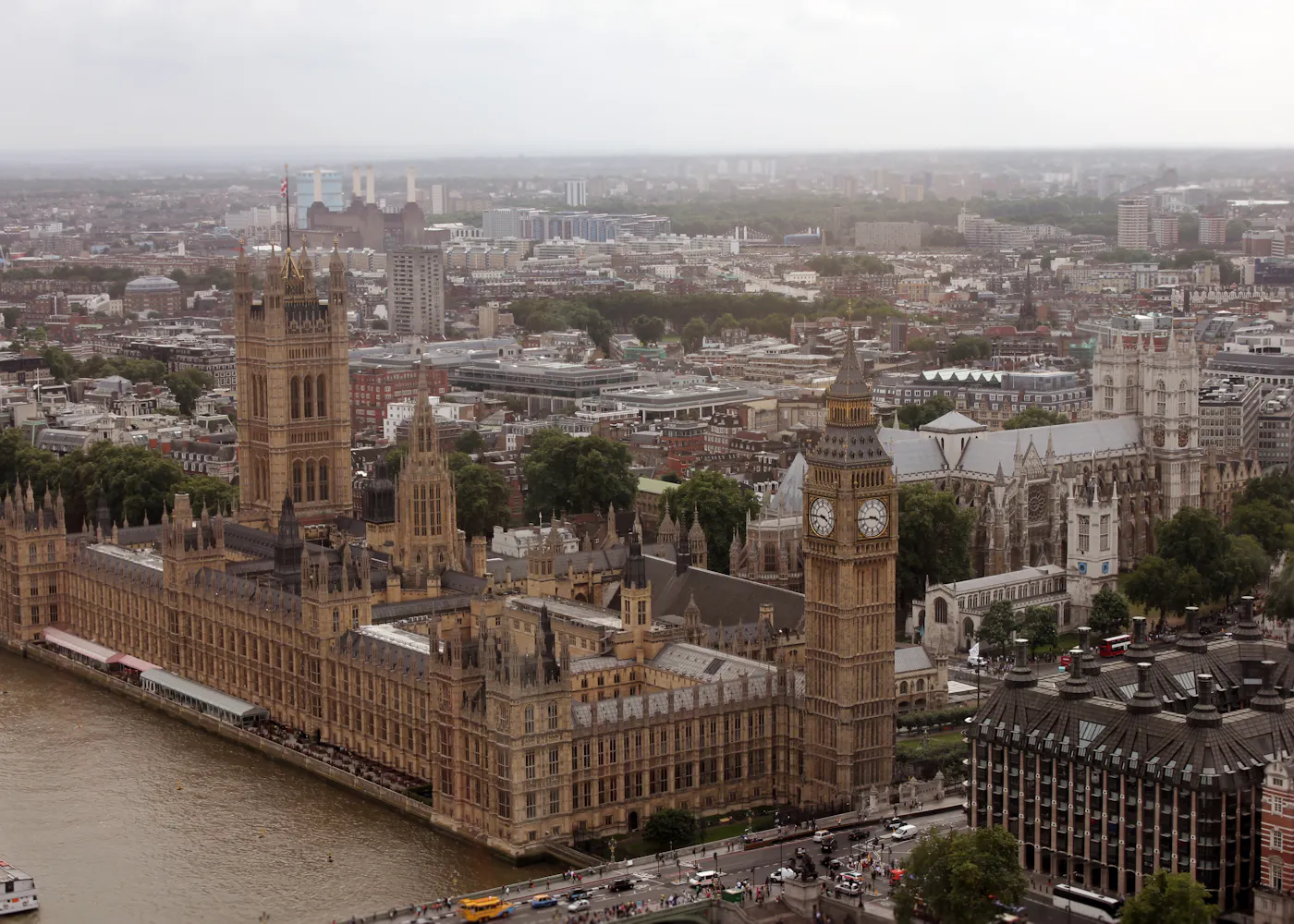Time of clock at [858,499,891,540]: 3:44
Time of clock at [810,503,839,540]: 3:45
